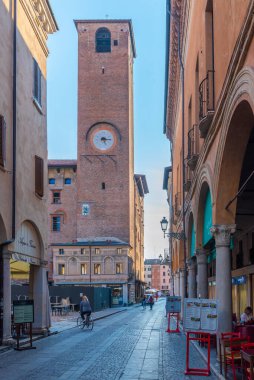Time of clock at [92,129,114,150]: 5:14
